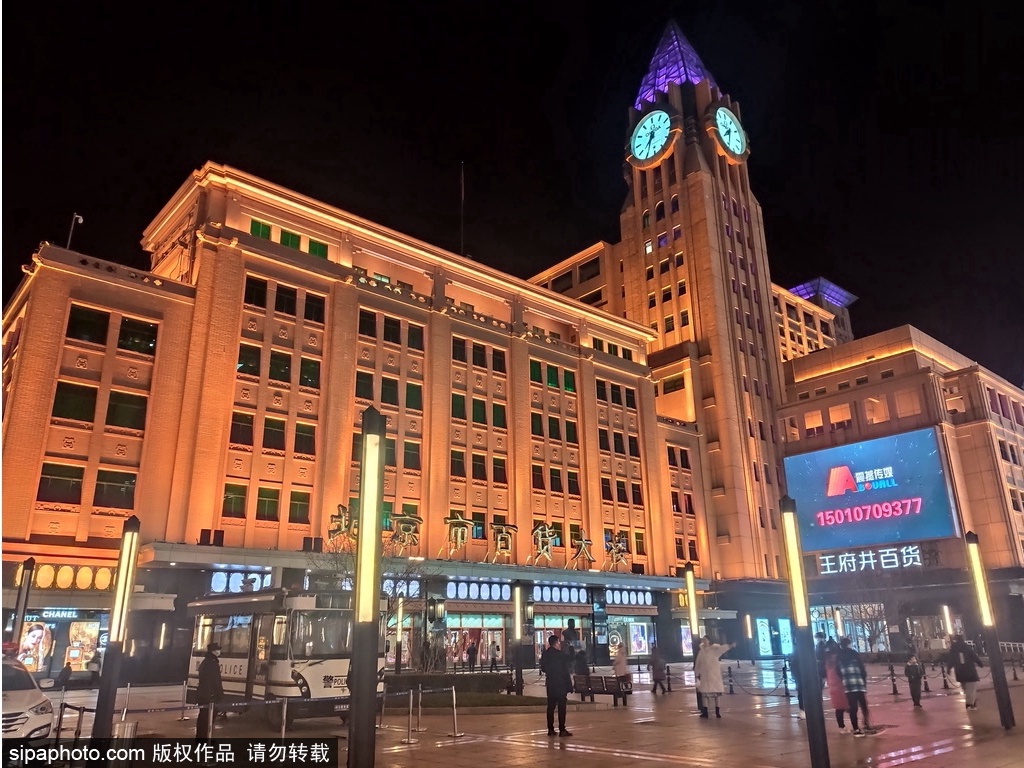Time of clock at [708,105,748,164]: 7:32
